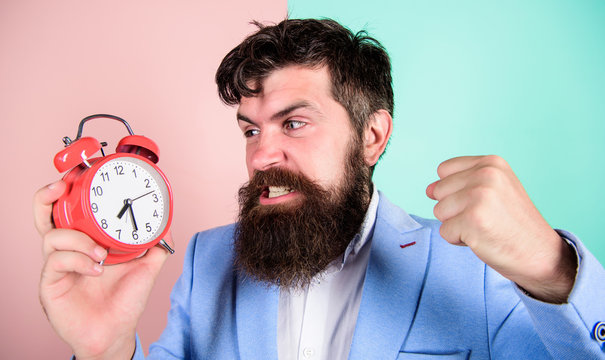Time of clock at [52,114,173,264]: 7:29
